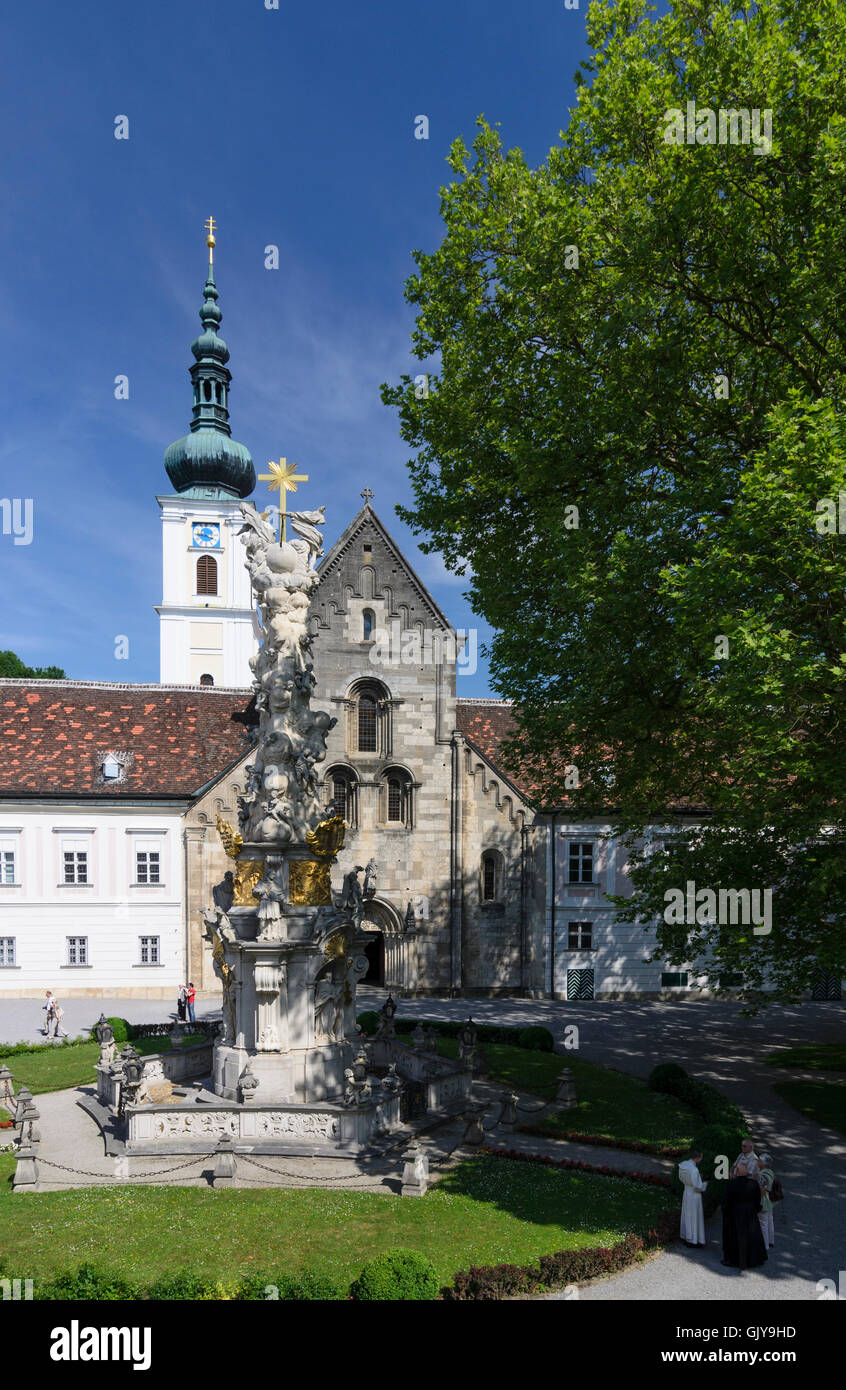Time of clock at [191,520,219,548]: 3:45
